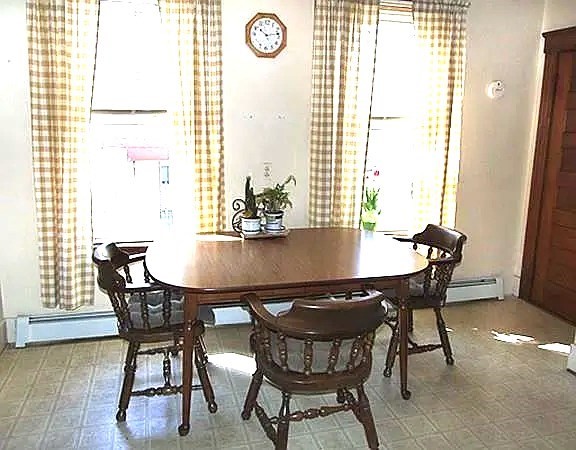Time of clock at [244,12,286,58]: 10:13
